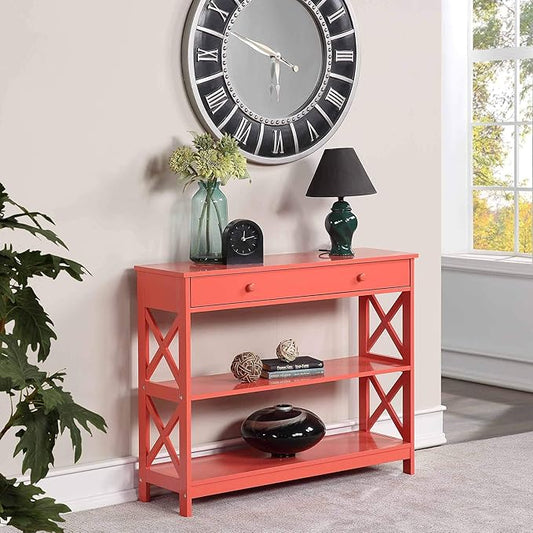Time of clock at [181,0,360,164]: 5:47
